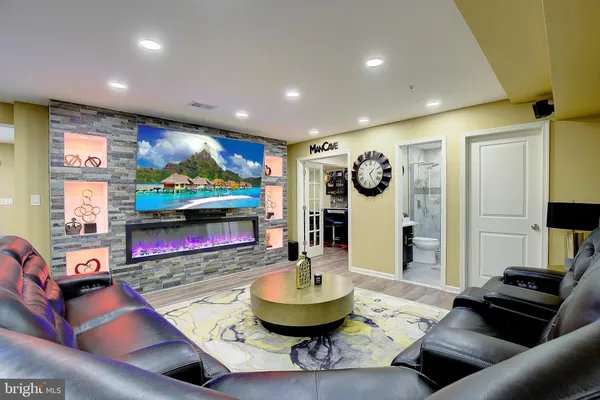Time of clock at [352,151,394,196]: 1:25
